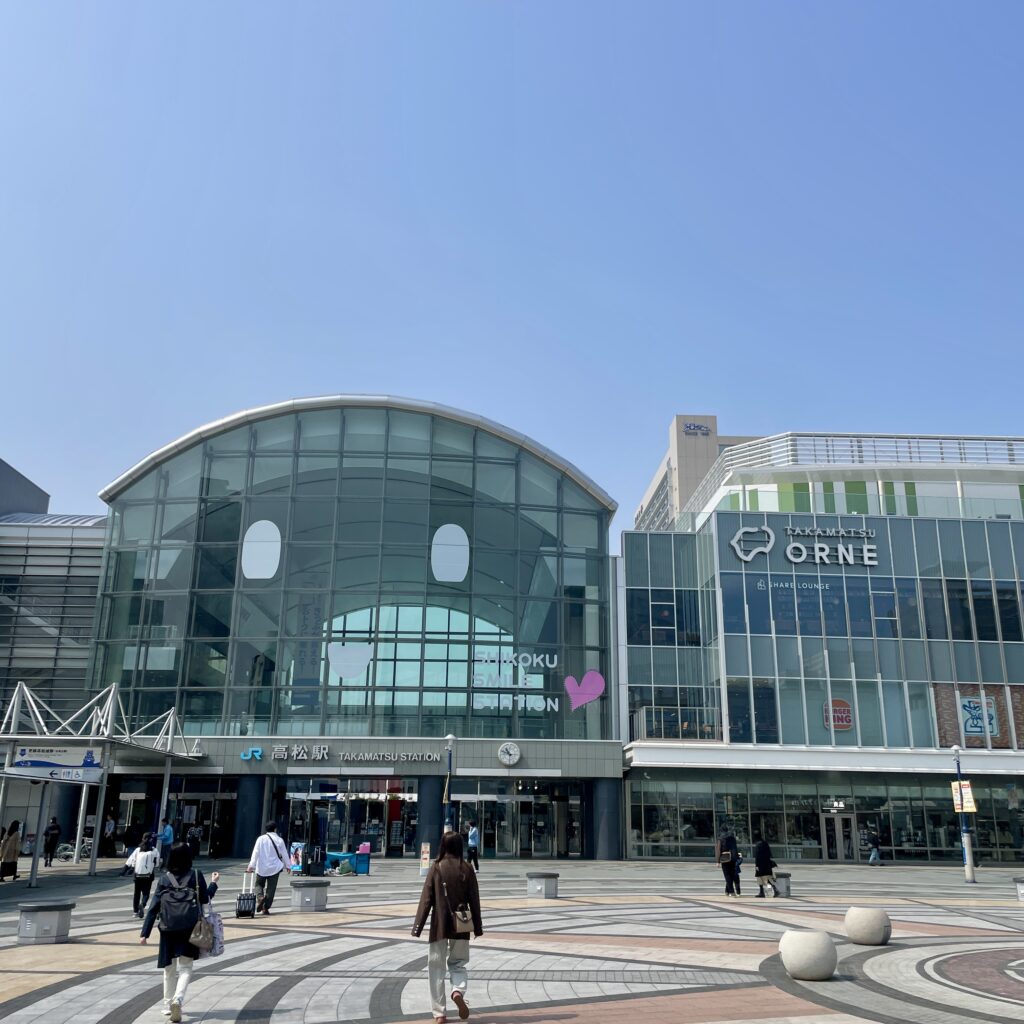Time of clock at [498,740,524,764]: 10:48
